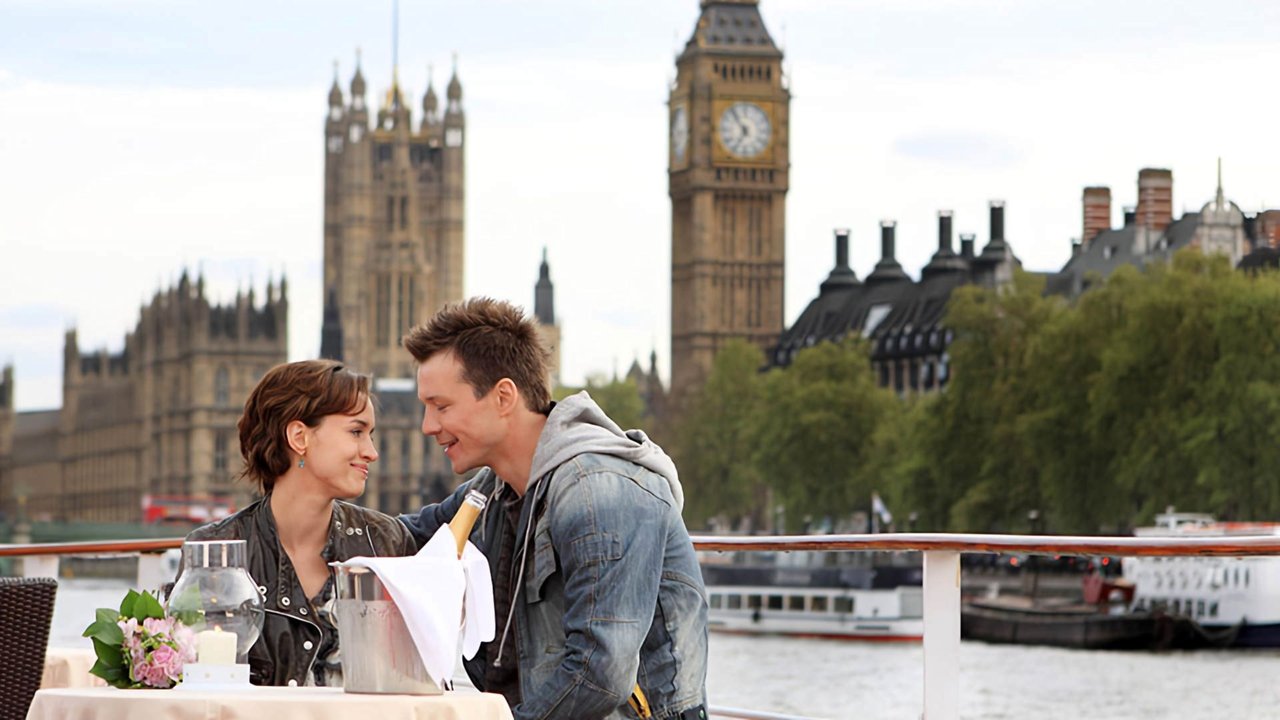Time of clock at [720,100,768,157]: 6:54
